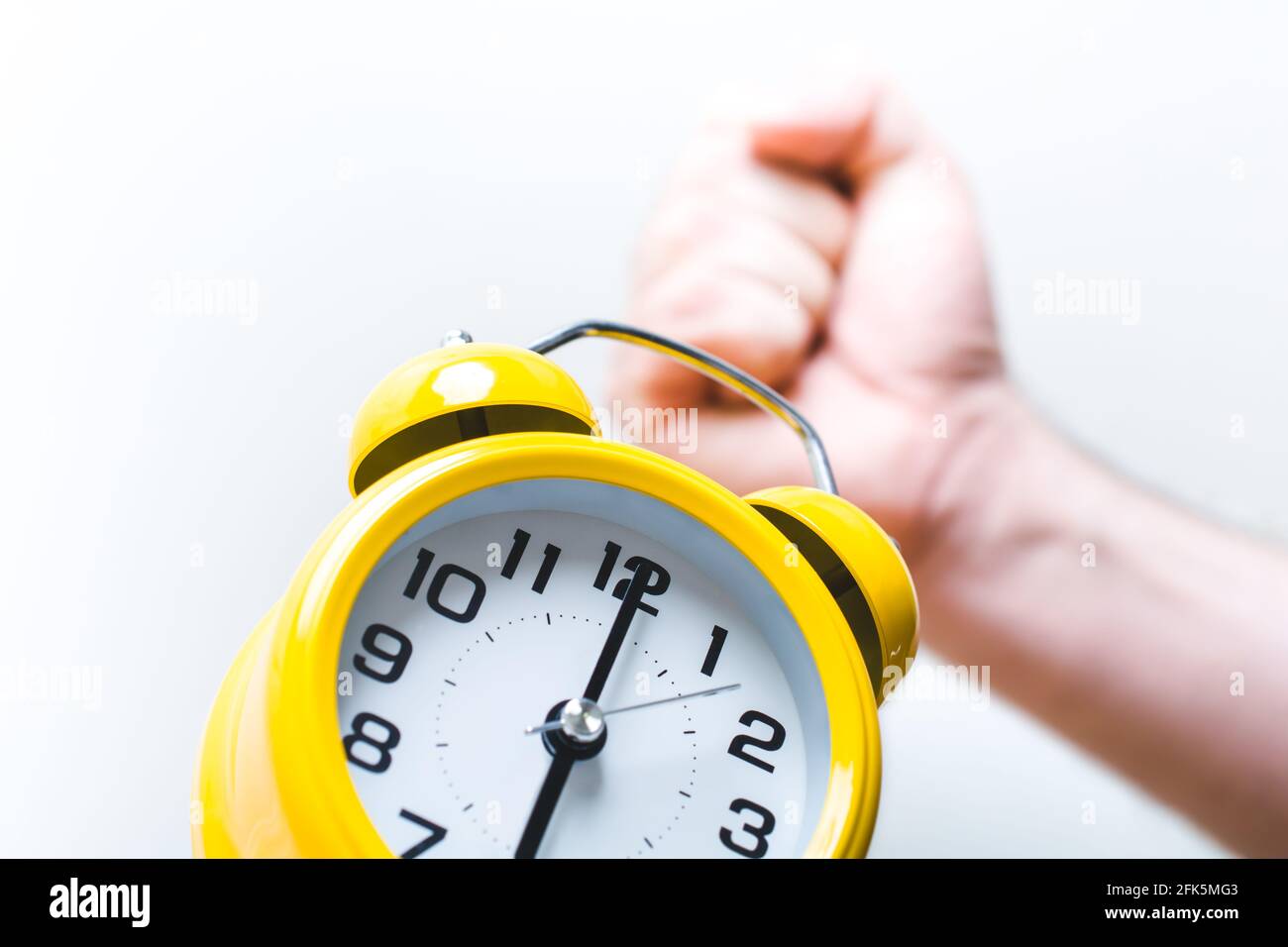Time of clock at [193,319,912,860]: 6:00
